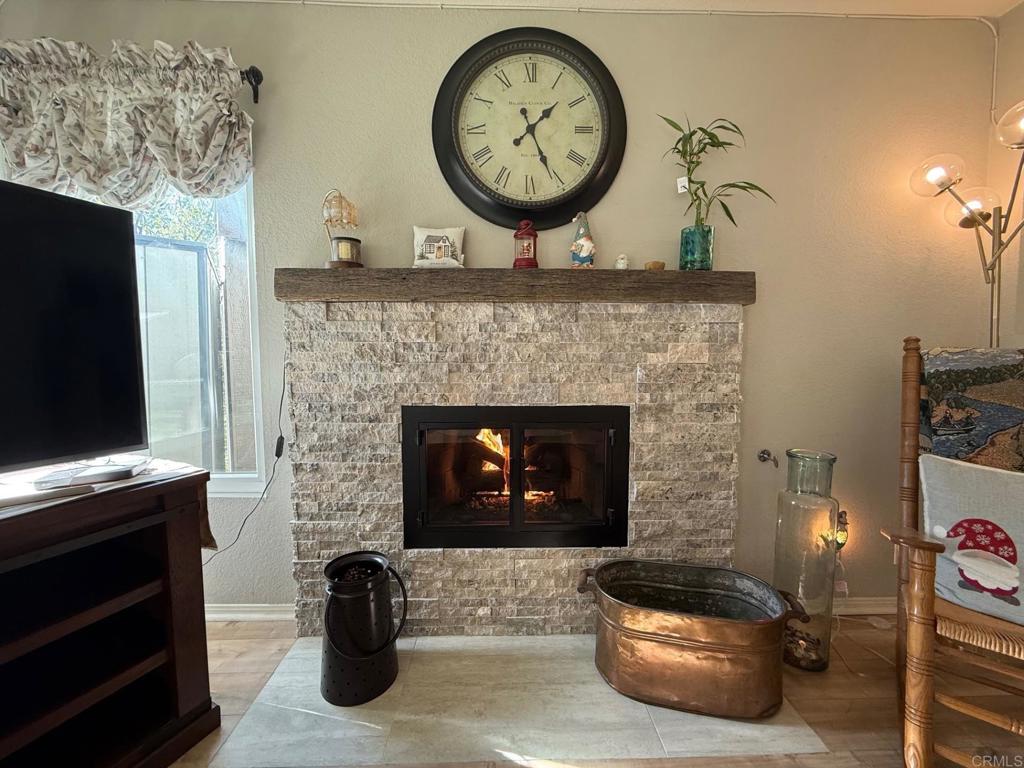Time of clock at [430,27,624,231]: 1:25
